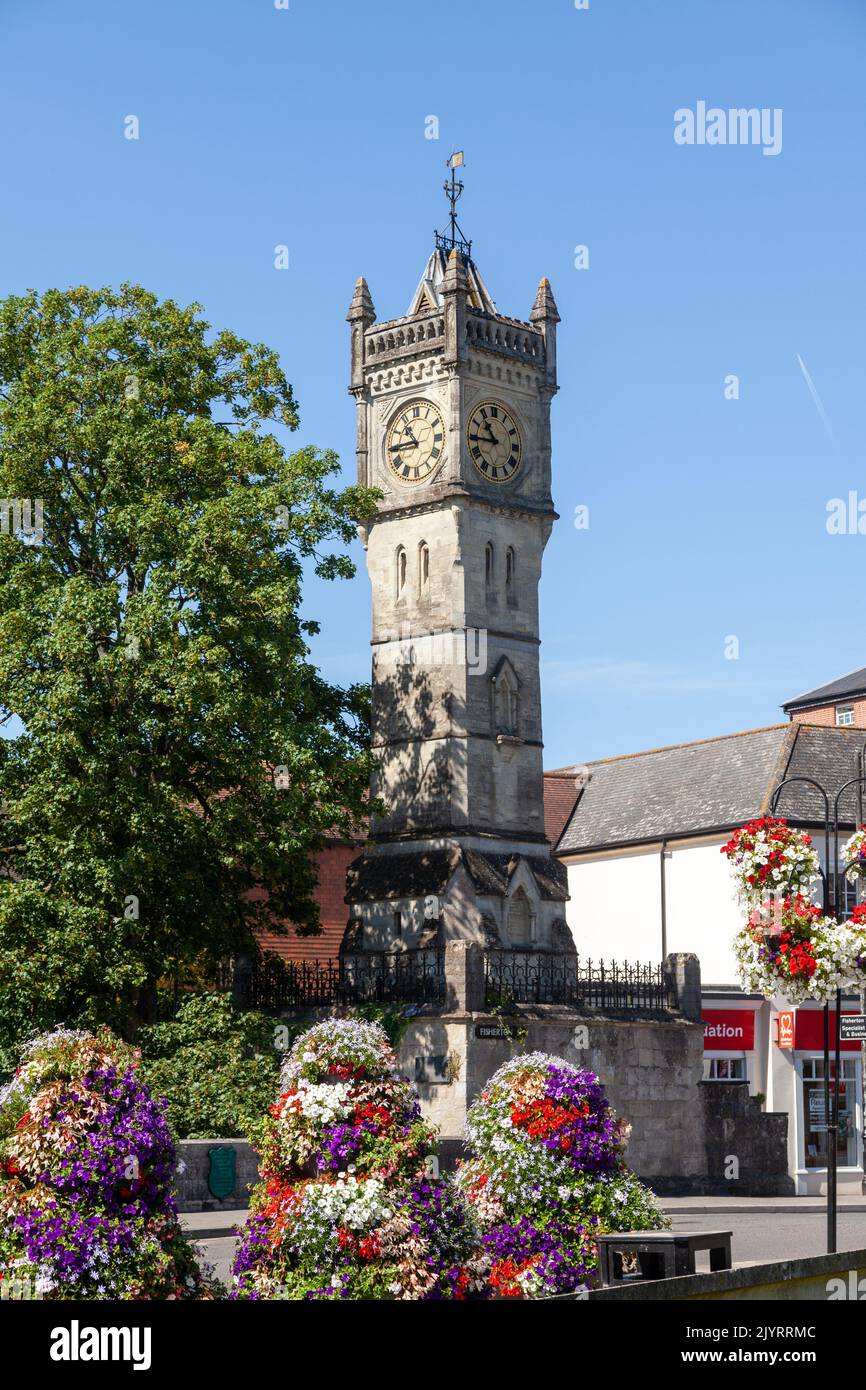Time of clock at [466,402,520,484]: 10:44
